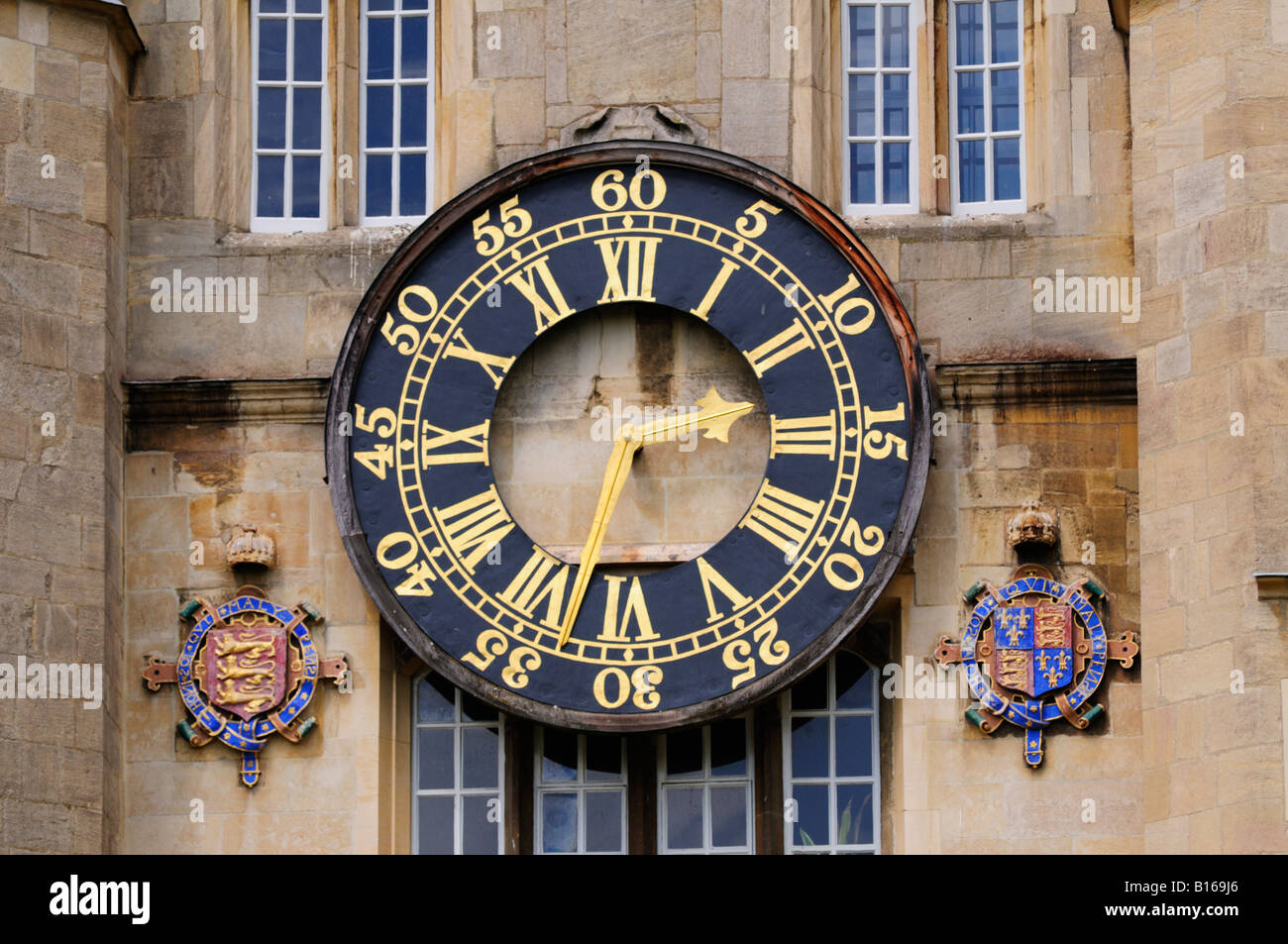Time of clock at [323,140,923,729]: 2:33
